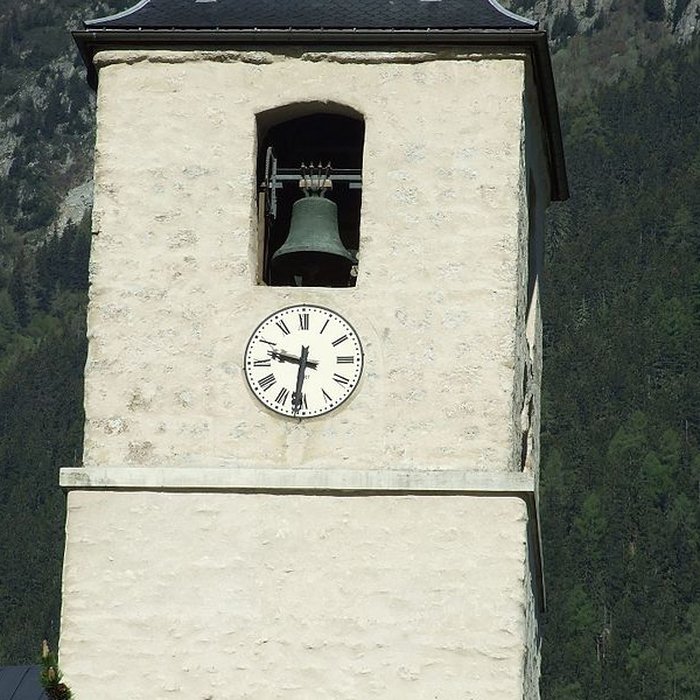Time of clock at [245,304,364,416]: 9:31
